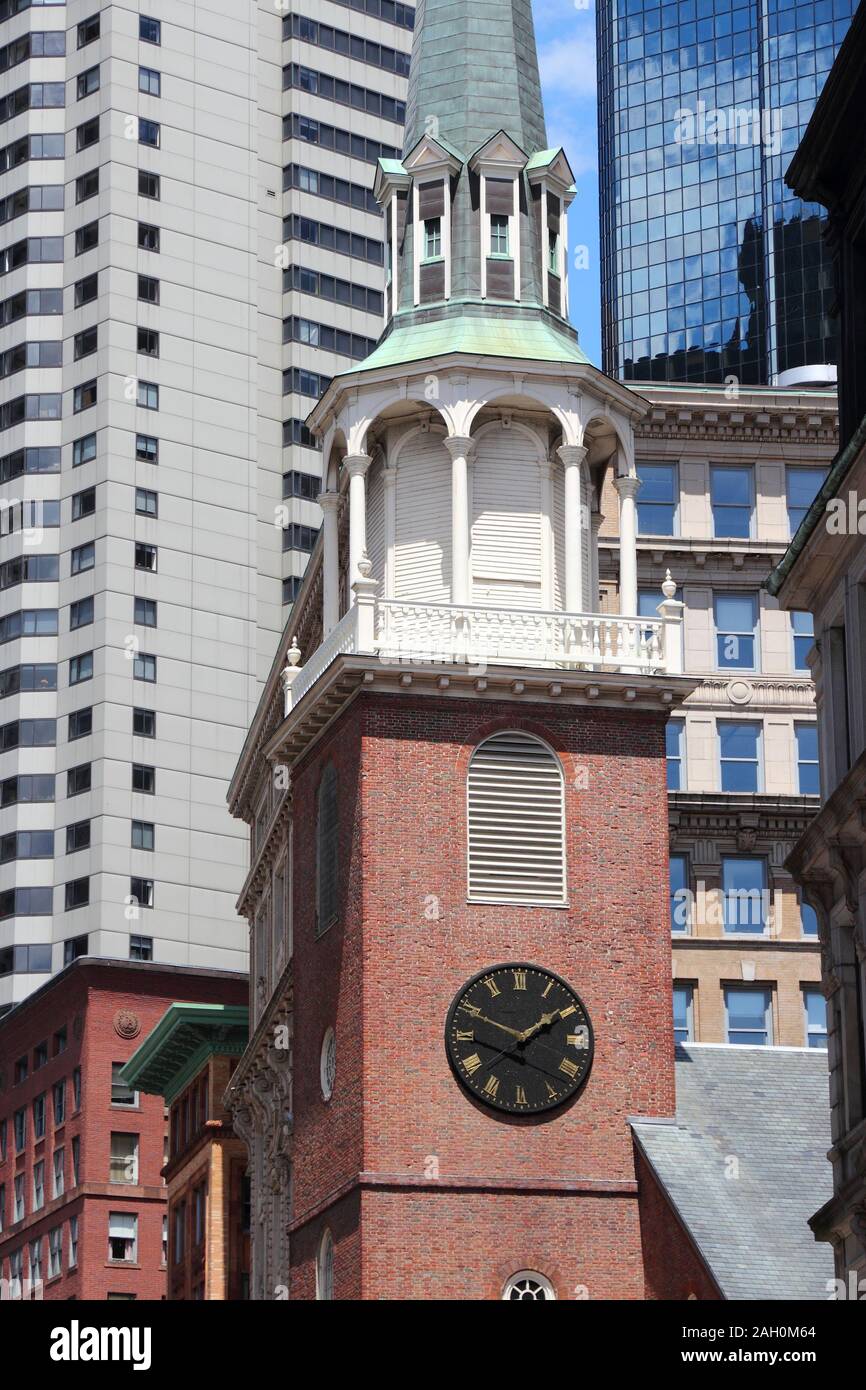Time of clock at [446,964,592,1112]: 1:49
